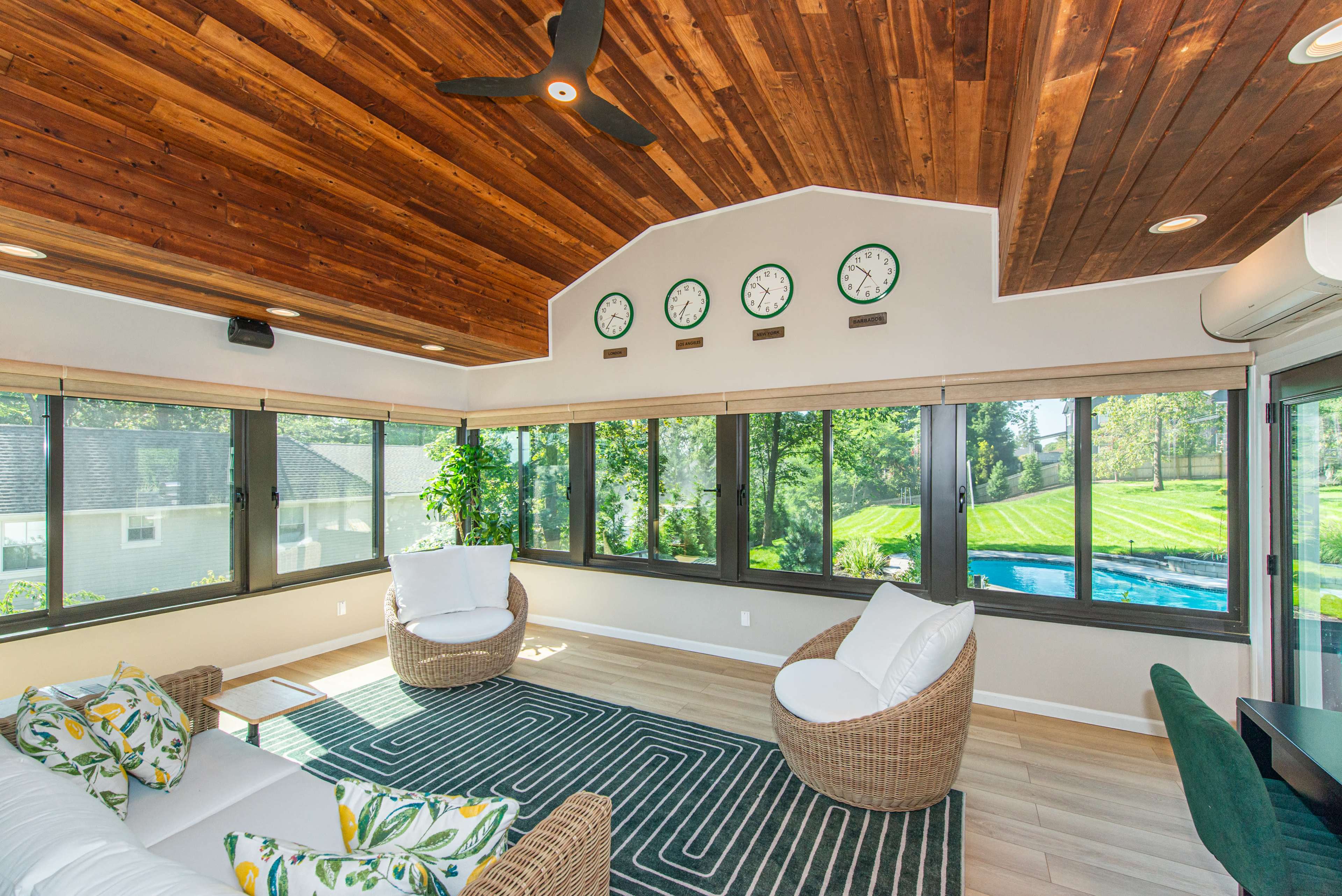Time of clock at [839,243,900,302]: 10:35
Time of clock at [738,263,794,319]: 10:35
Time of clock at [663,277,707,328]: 7:35
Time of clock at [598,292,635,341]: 3:36
